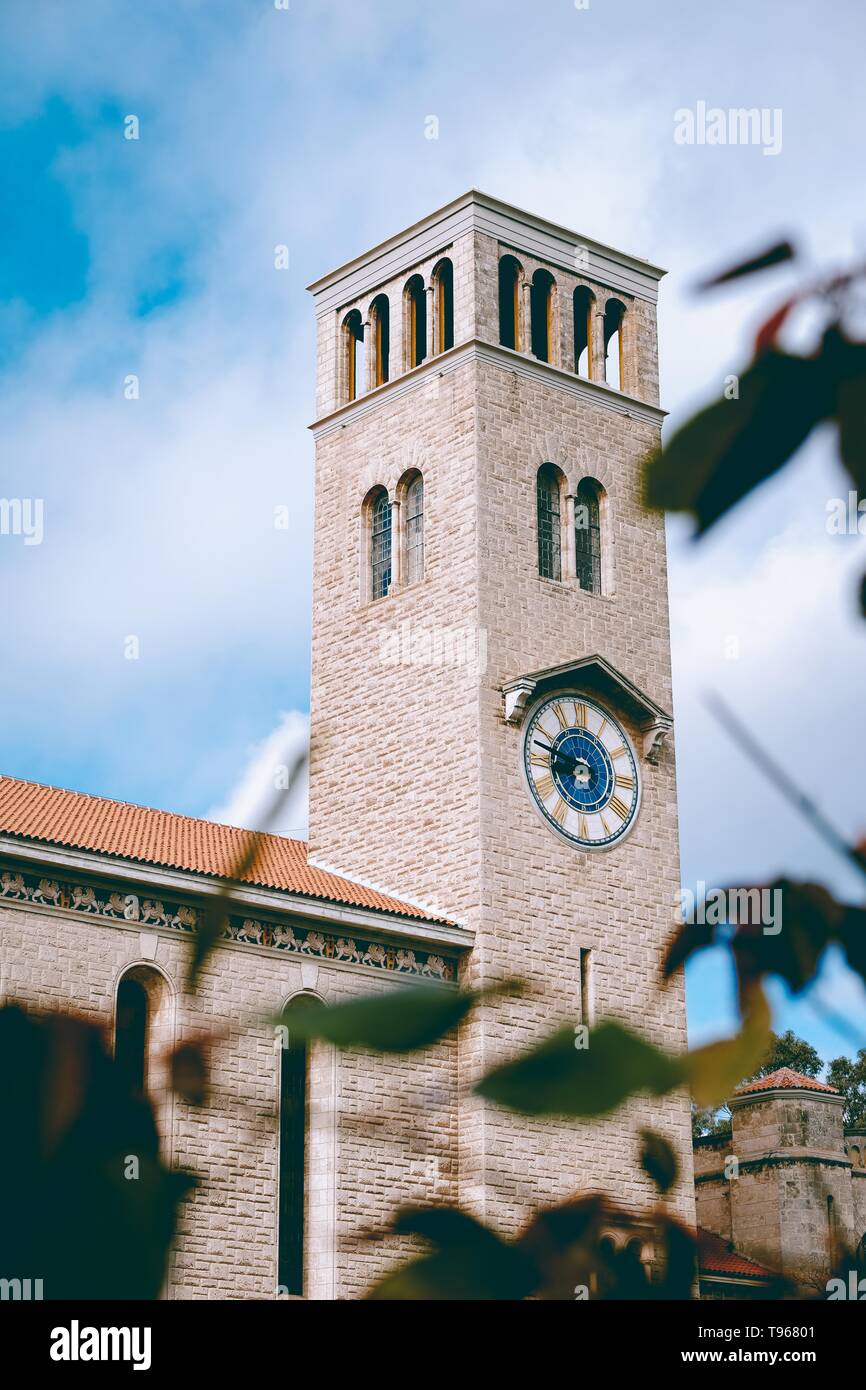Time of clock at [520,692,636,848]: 6:47
